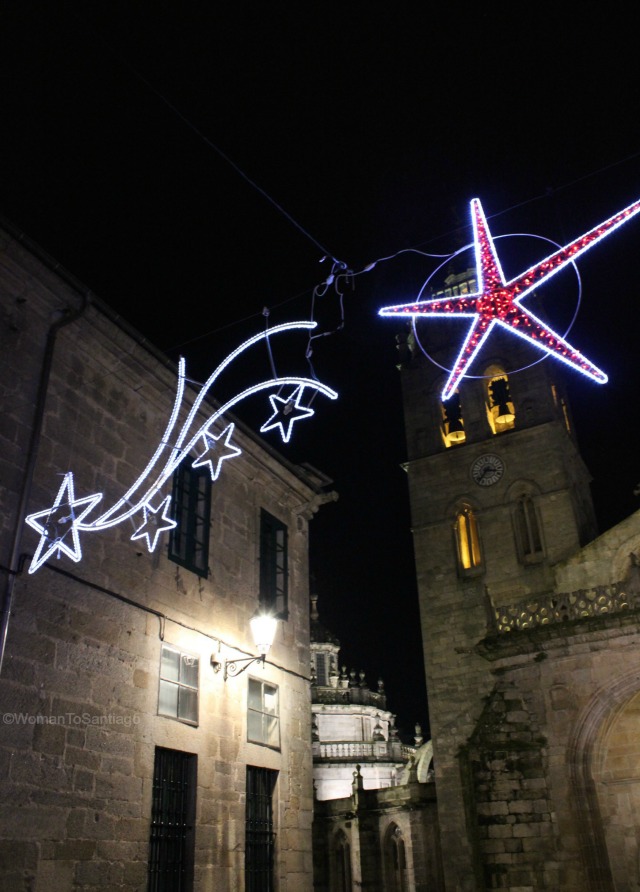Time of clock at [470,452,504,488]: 7:15
